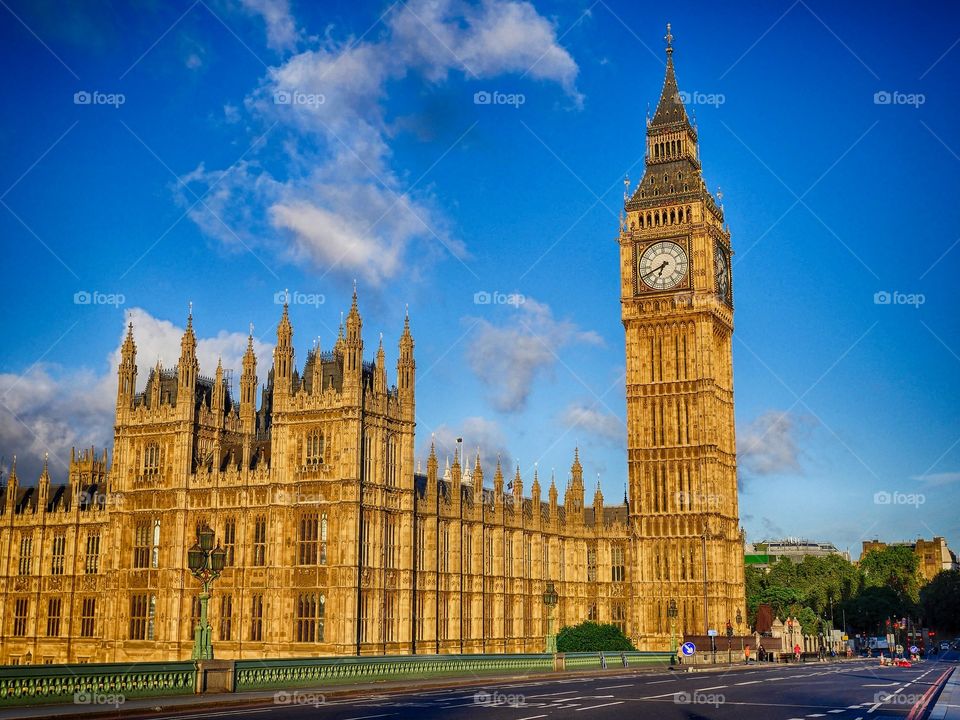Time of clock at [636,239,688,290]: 6:41
